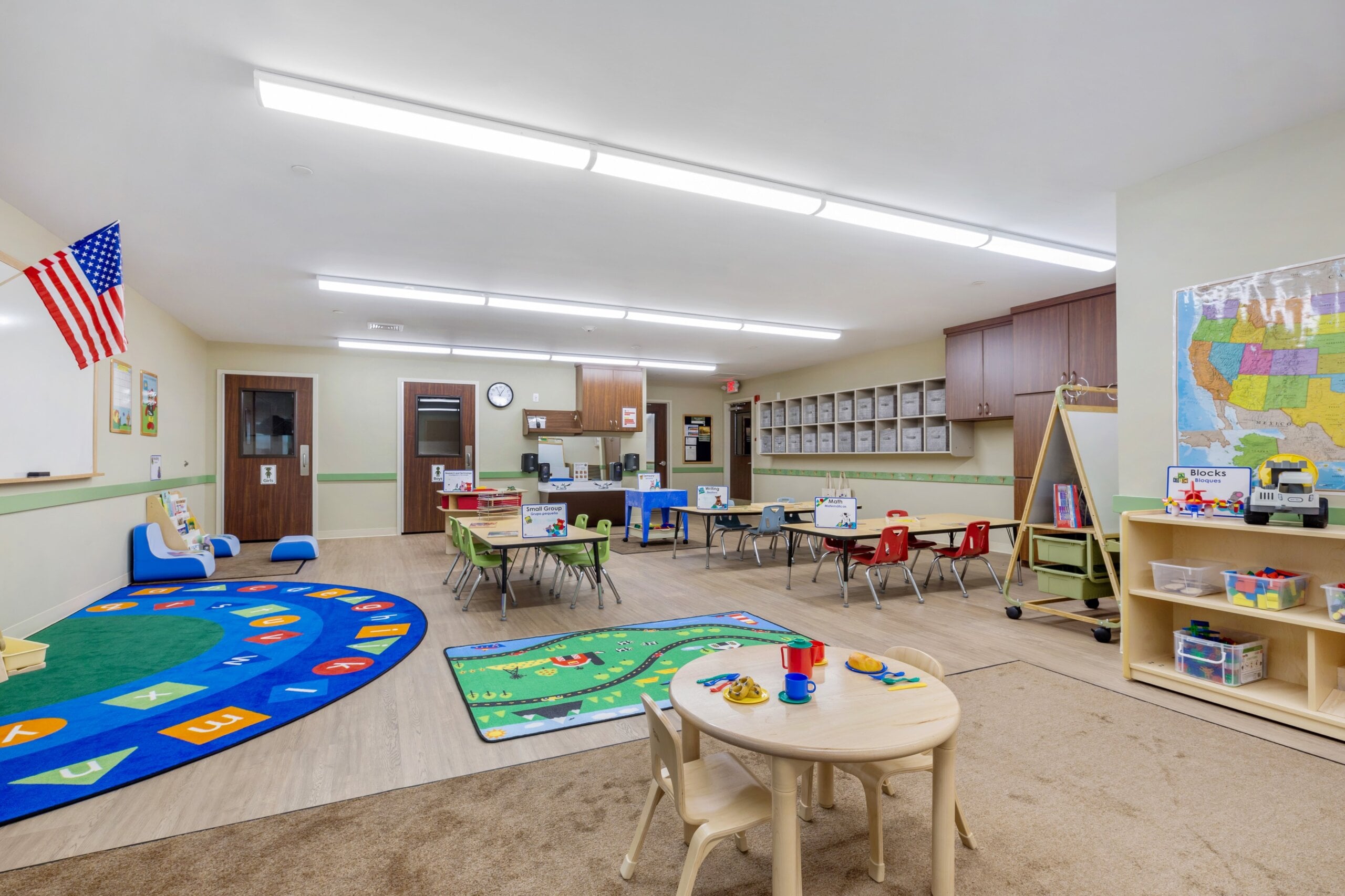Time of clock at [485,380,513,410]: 12:55
